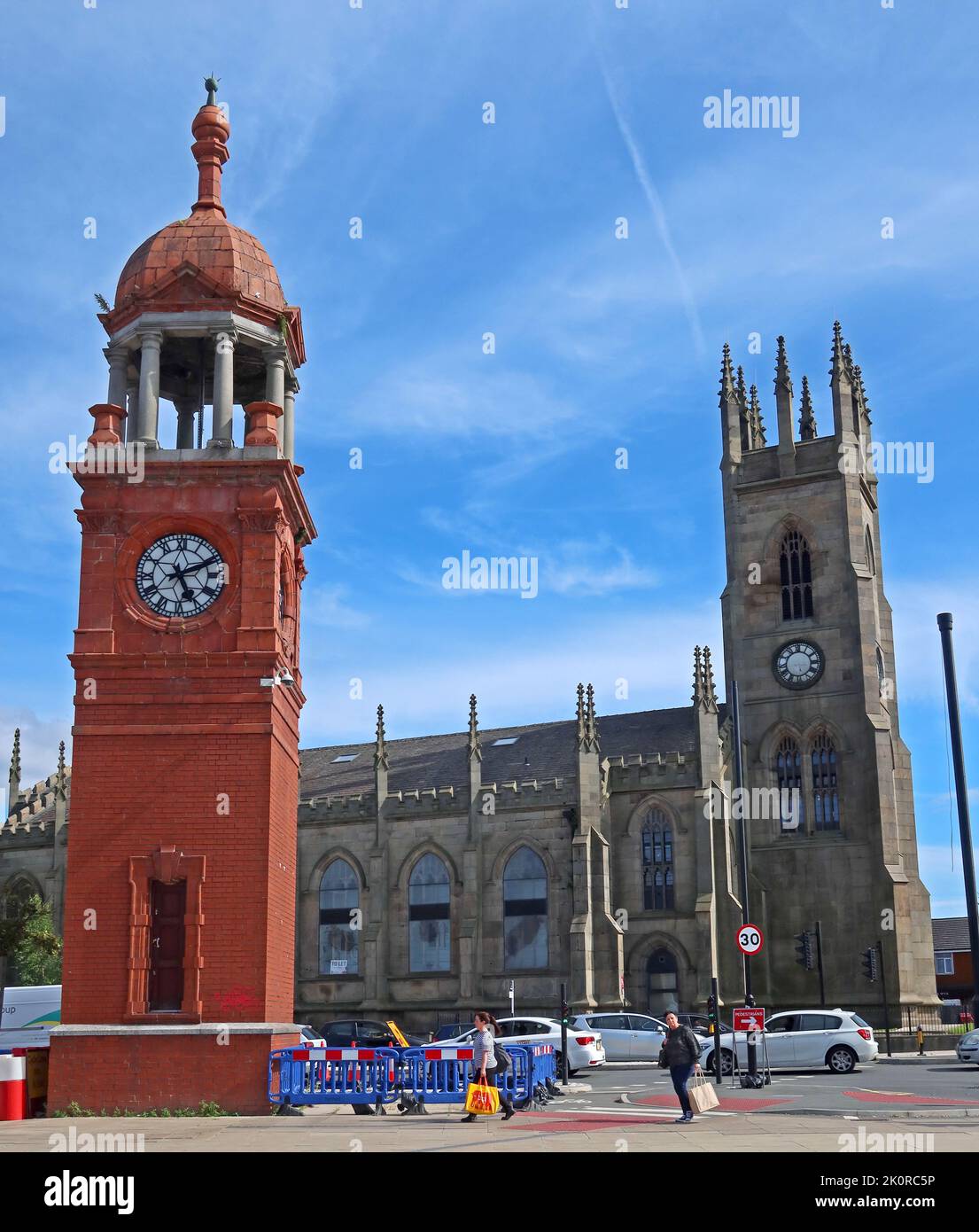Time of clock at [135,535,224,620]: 5:11
